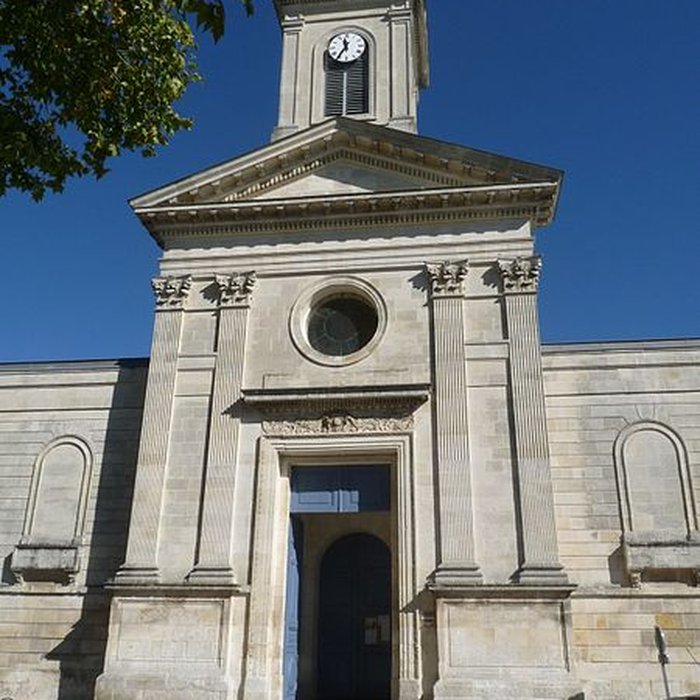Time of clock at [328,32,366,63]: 11:35
